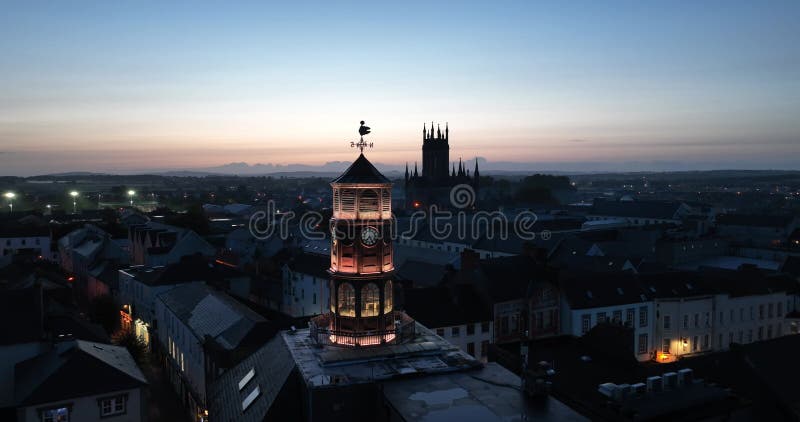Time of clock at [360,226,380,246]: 7:25
